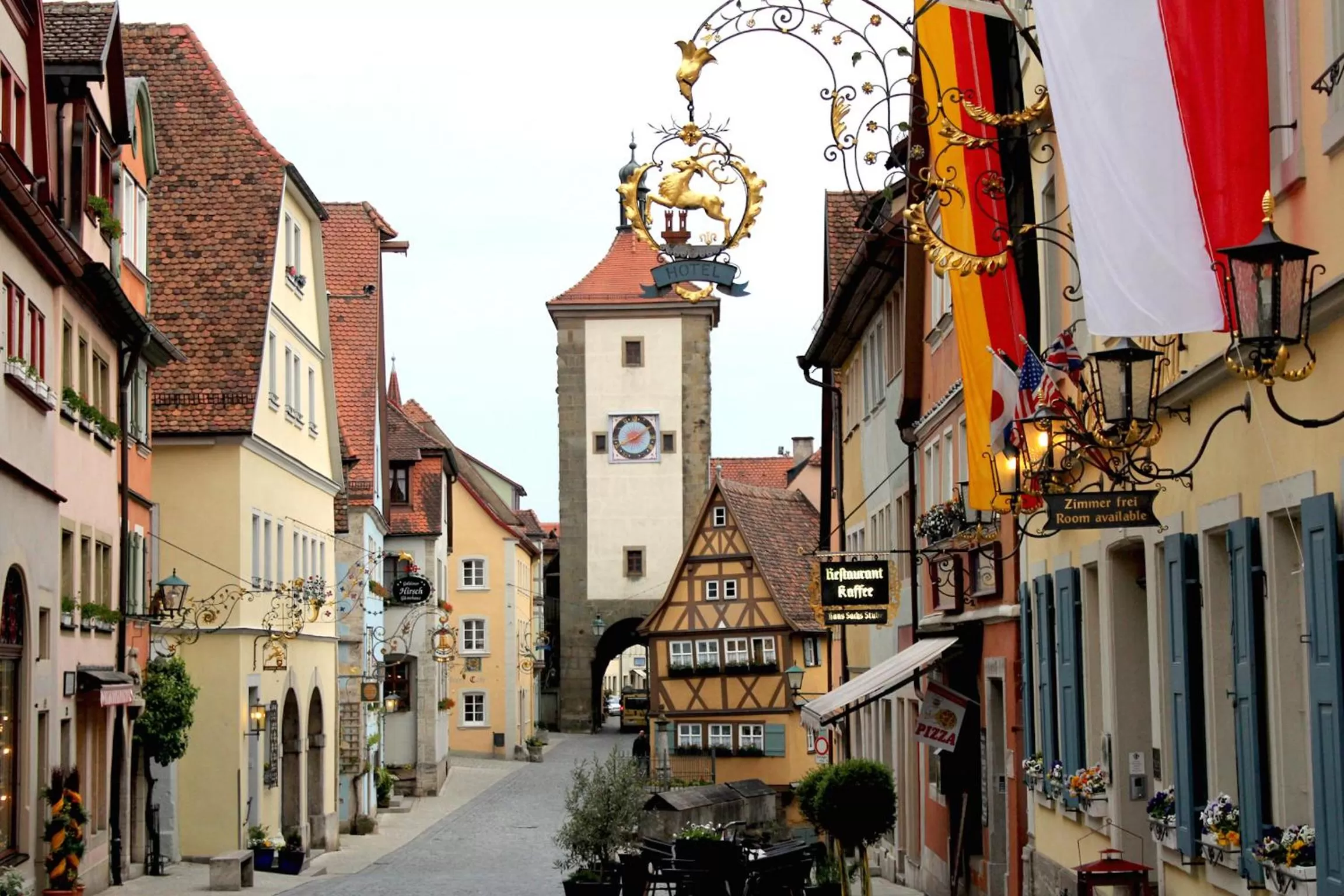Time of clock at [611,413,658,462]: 8:09
